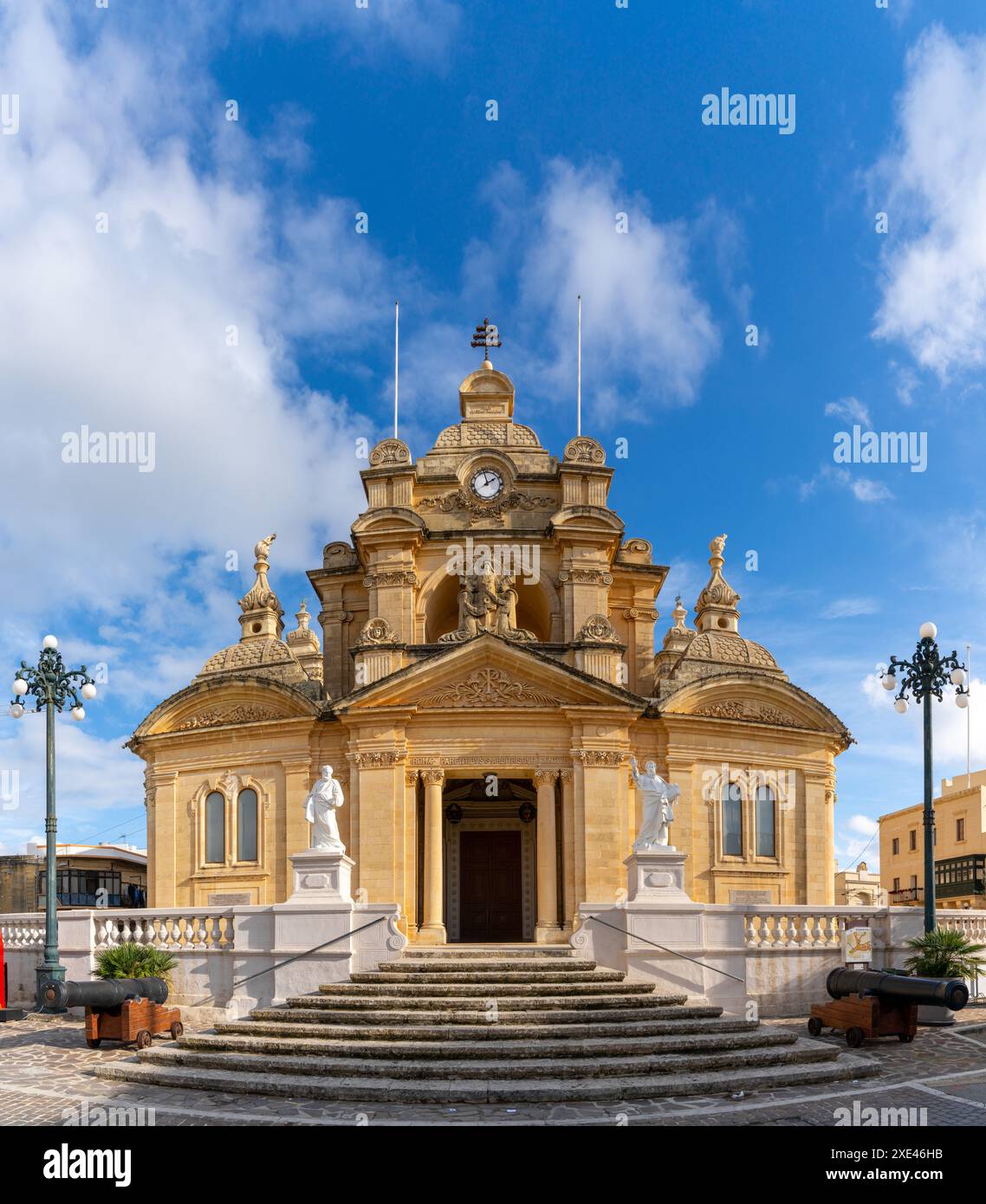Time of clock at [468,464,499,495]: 1:57
